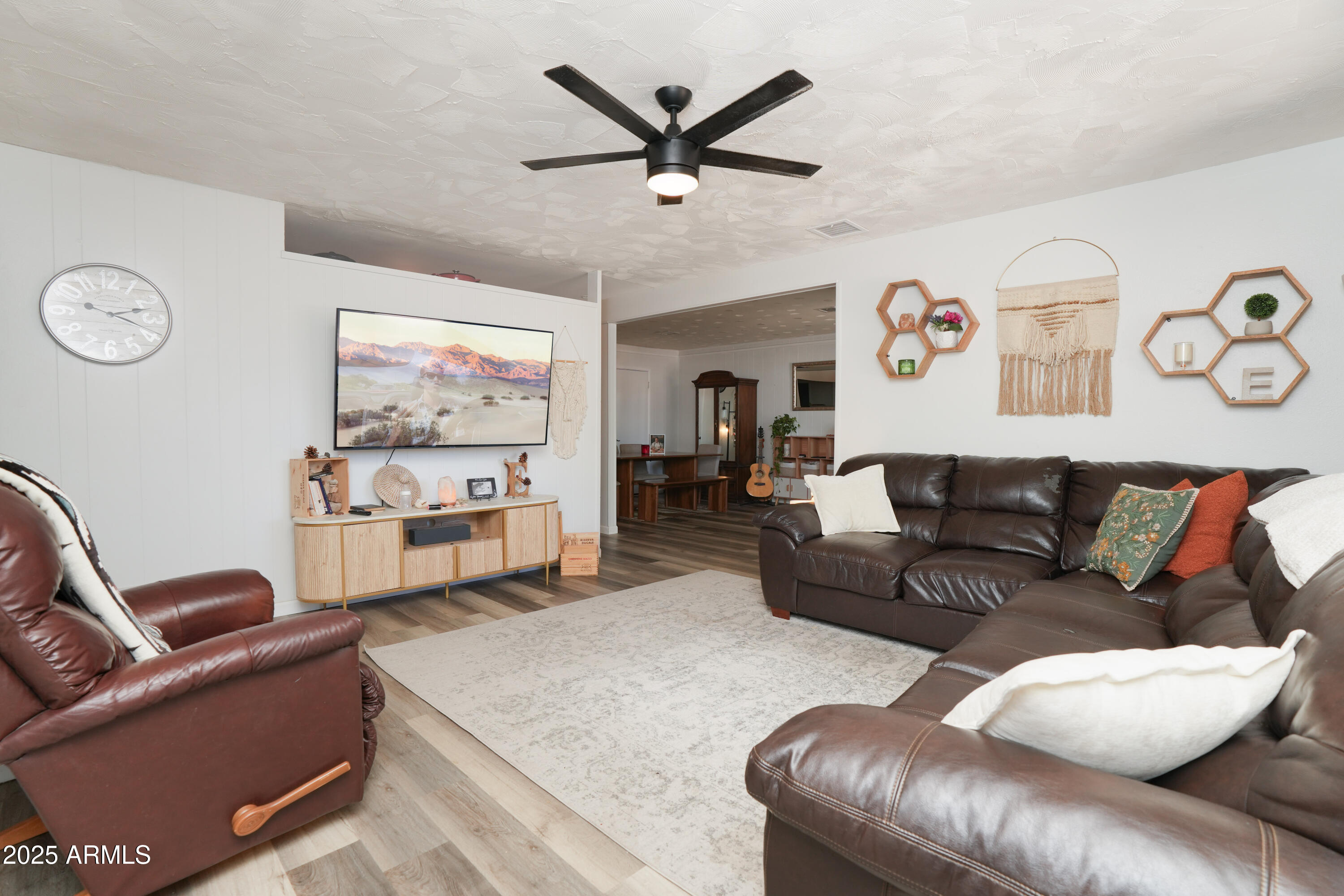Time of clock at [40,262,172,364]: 2:18
